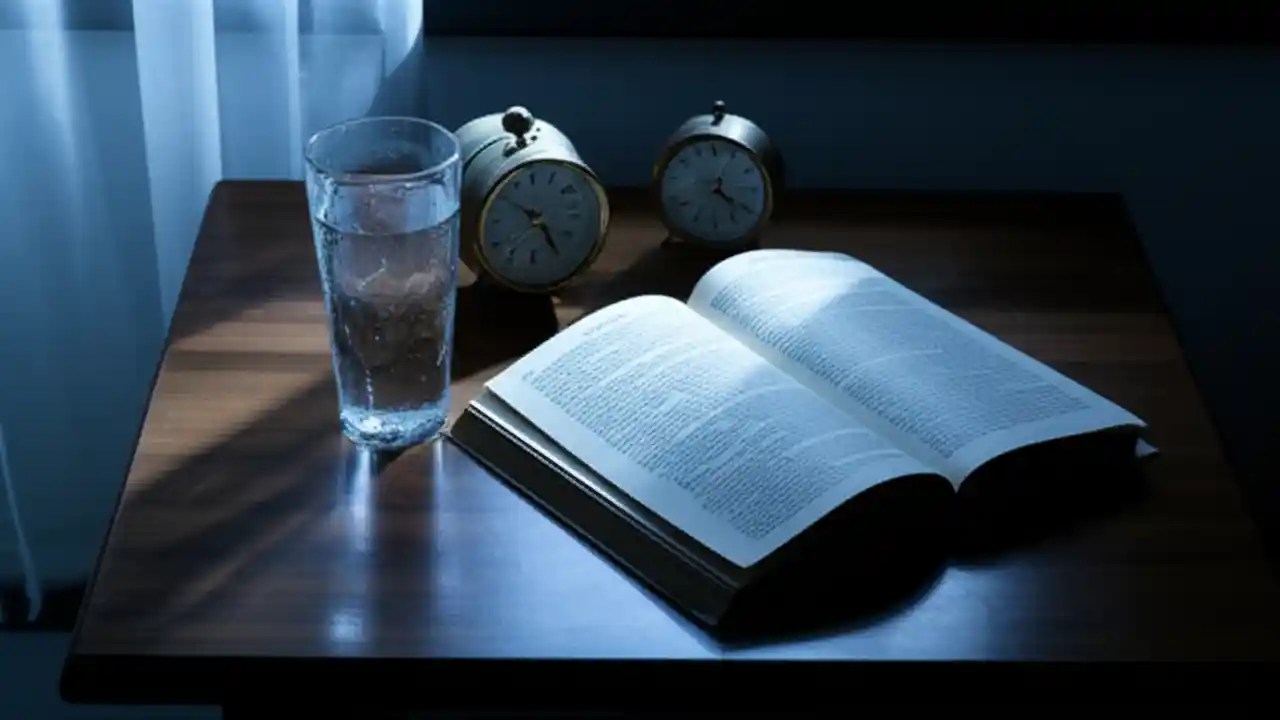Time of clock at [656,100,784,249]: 4:20
